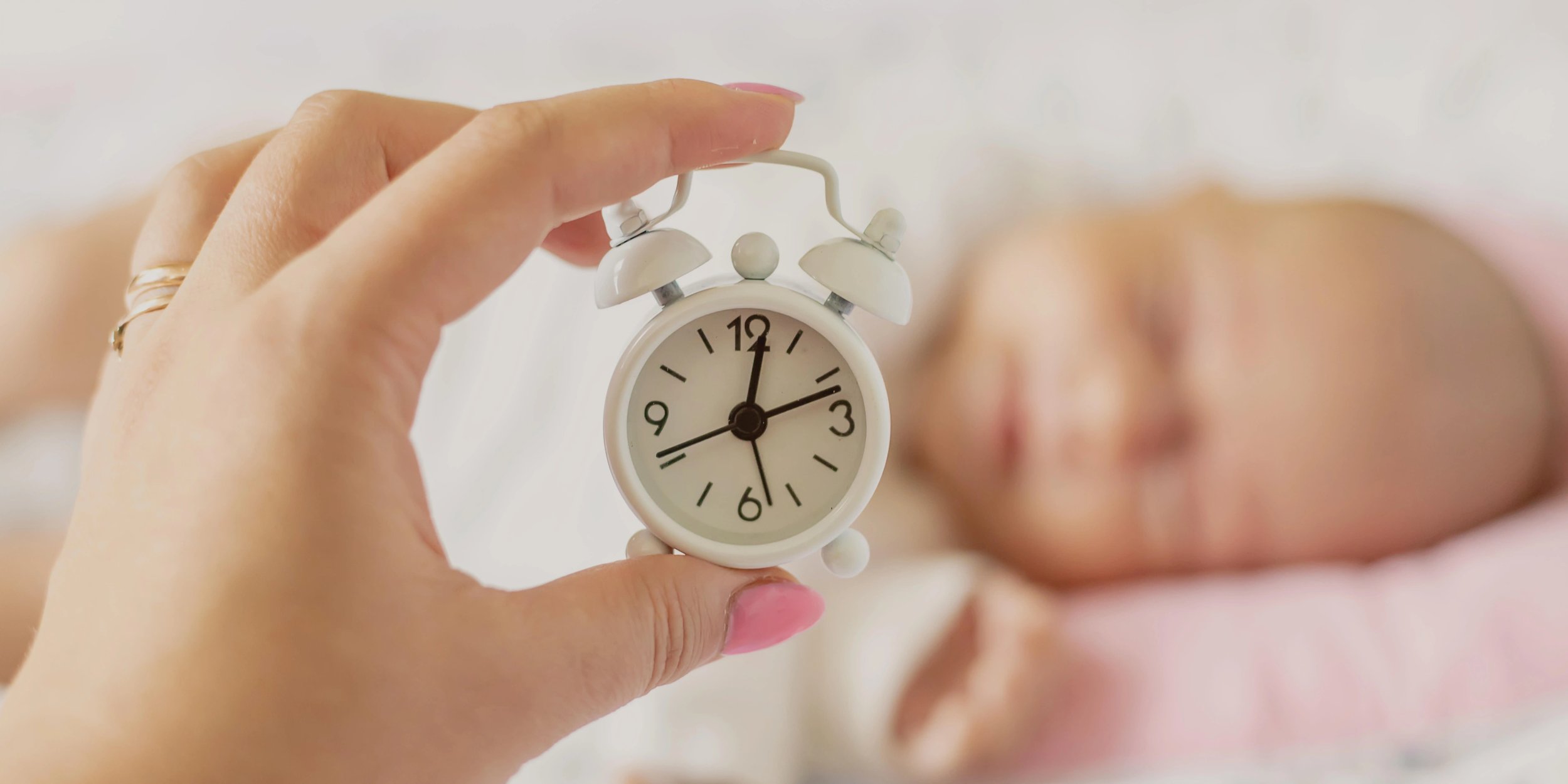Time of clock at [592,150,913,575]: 12:11
